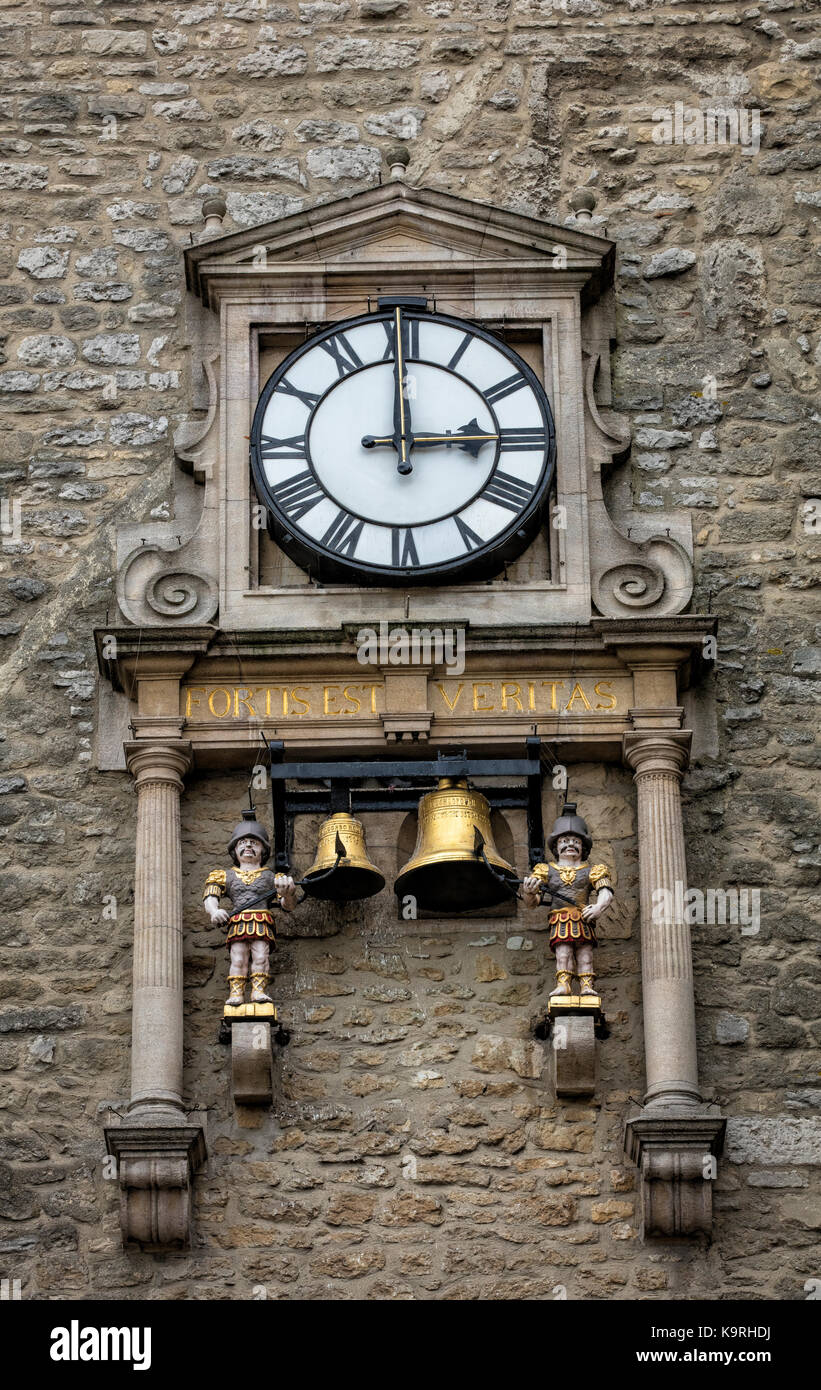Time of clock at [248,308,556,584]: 2:59
